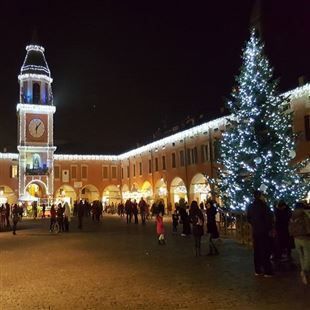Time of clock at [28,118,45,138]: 6:06
